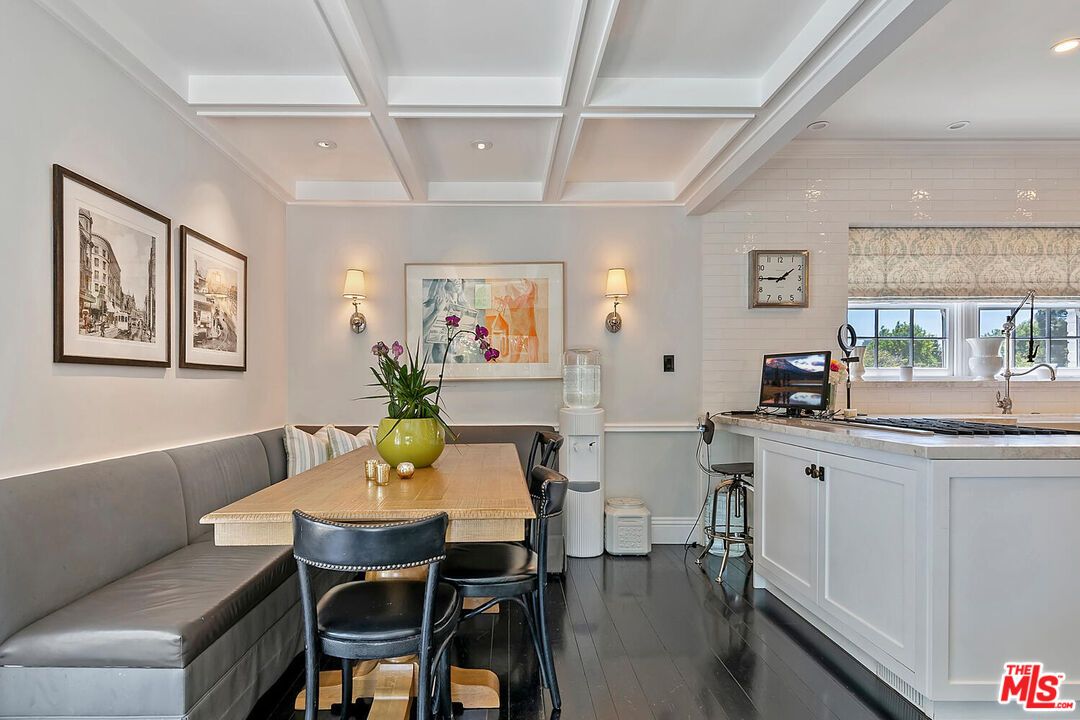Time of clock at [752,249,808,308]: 1:45
